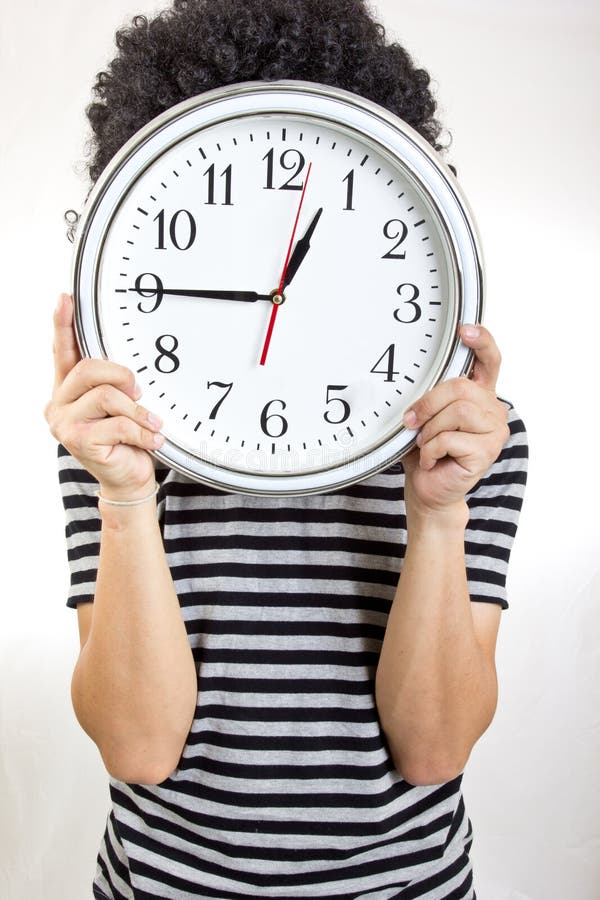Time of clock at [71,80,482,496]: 12:45
